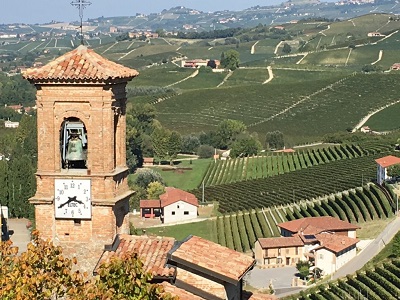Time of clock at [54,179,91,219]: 3:40
